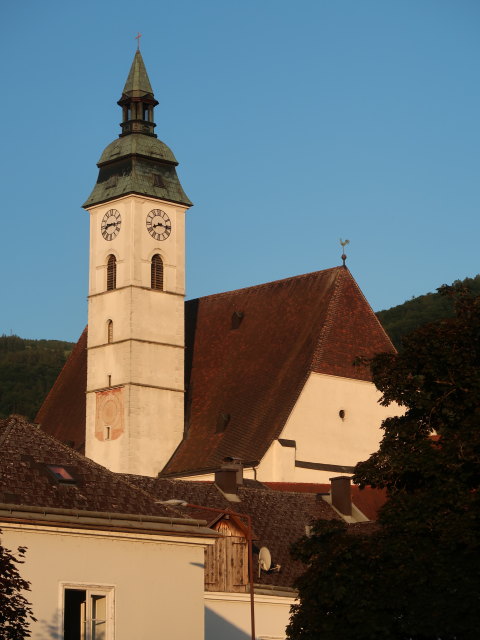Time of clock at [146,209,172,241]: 8:16
